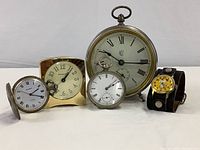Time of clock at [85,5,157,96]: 10:15
